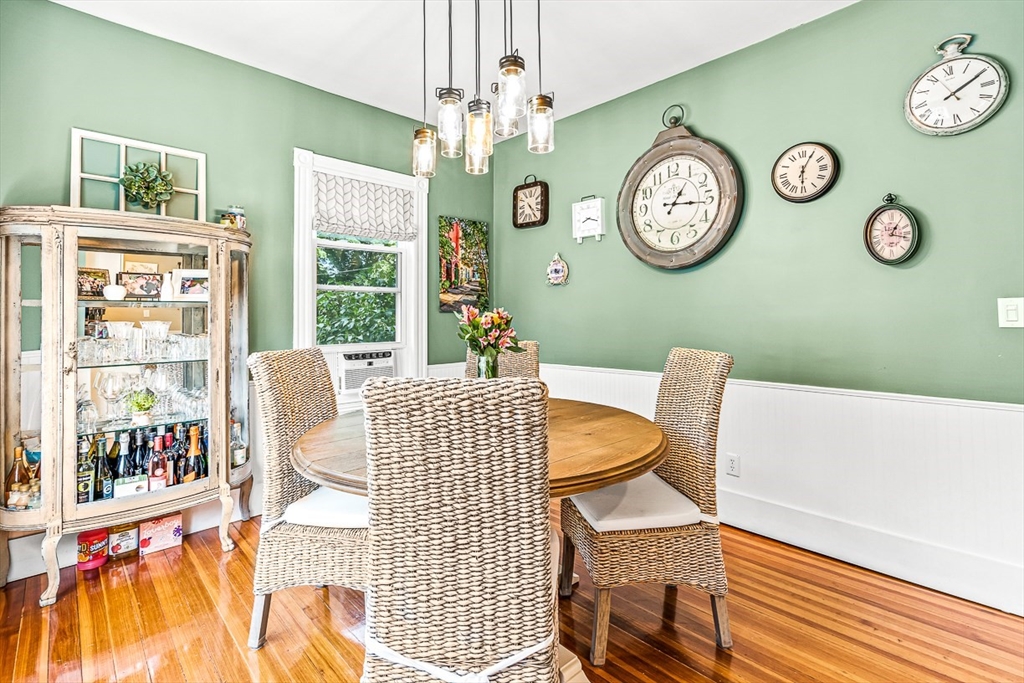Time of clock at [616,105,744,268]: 1:16
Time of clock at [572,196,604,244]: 8:17
